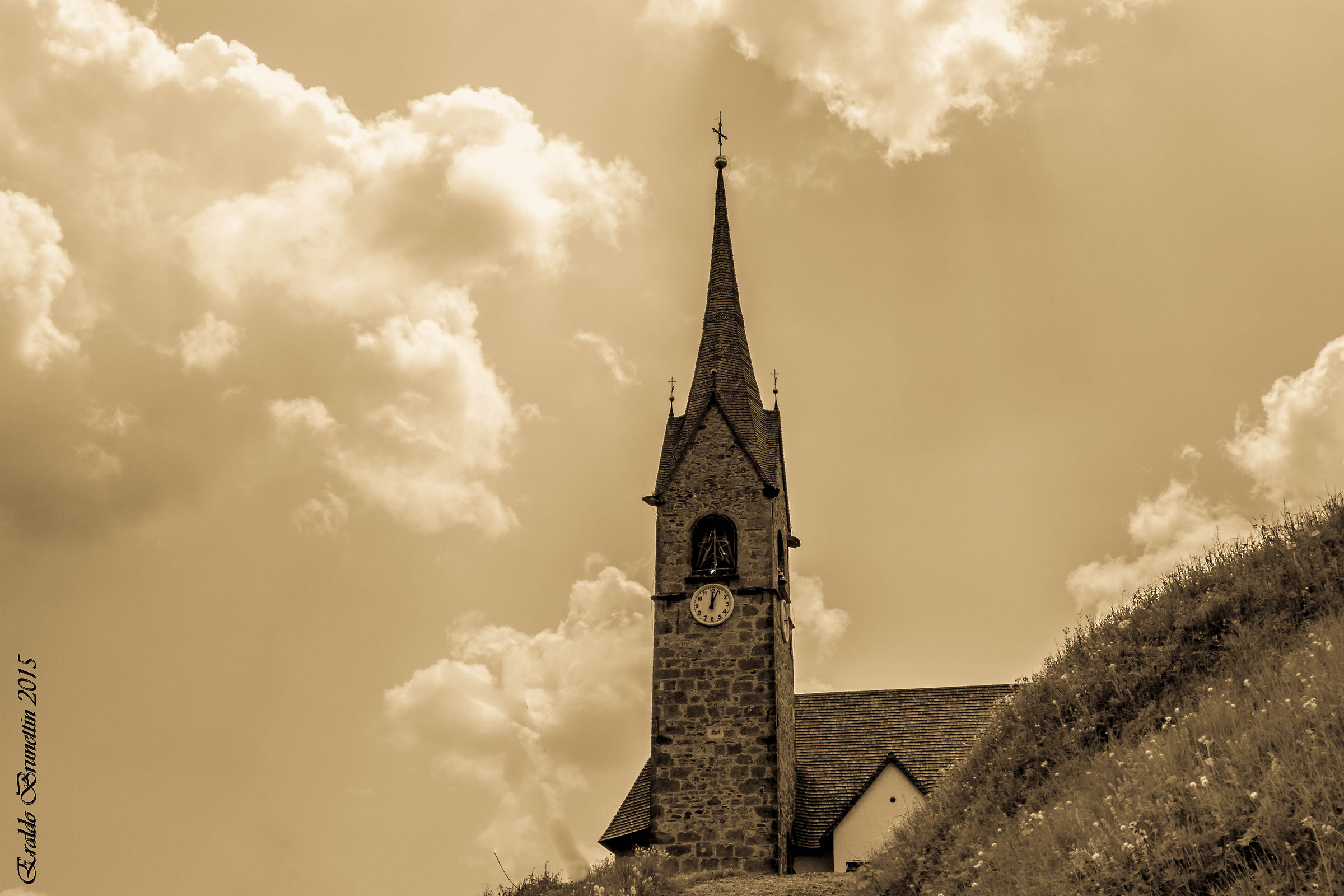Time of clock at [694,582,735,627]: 12:03
